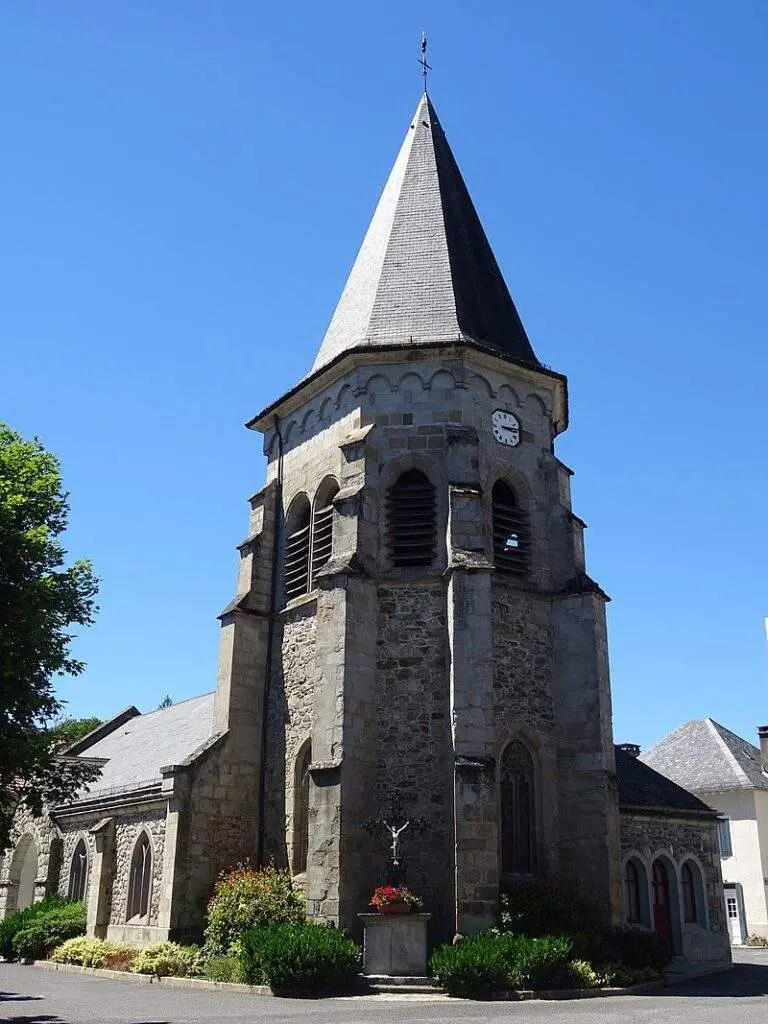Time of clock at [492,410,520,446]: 3:13
